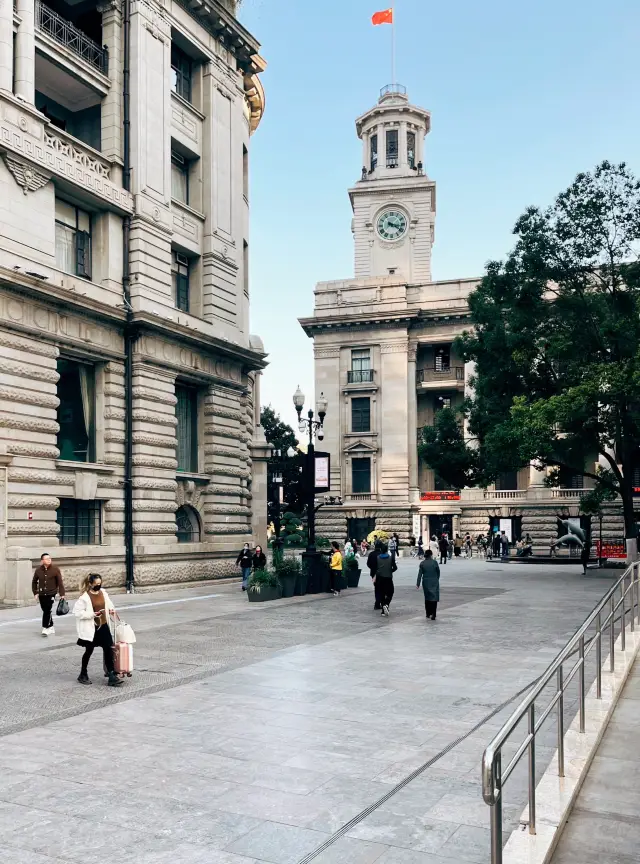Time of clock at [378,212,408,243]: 3:20
